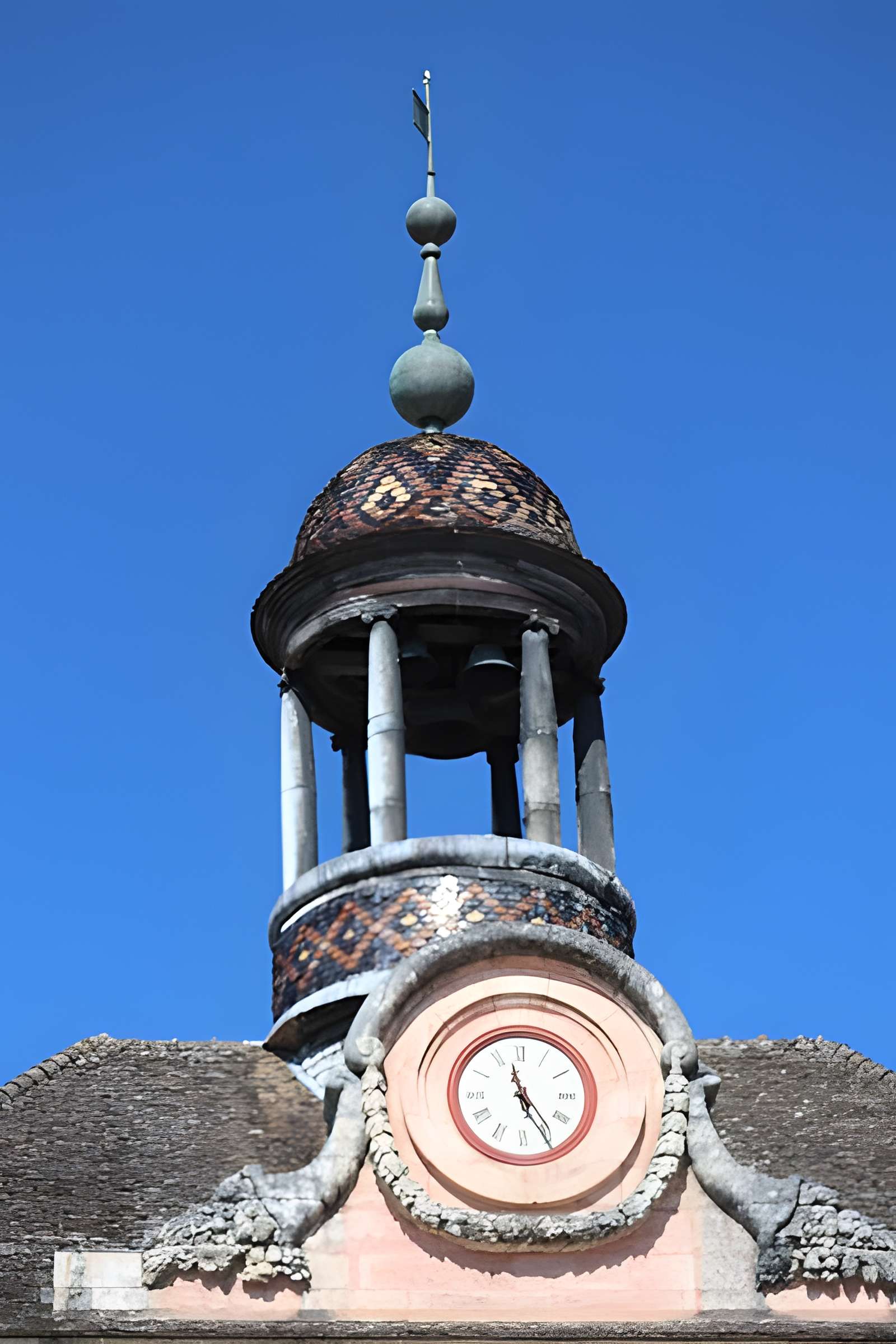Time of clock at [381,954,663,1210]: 11:25
